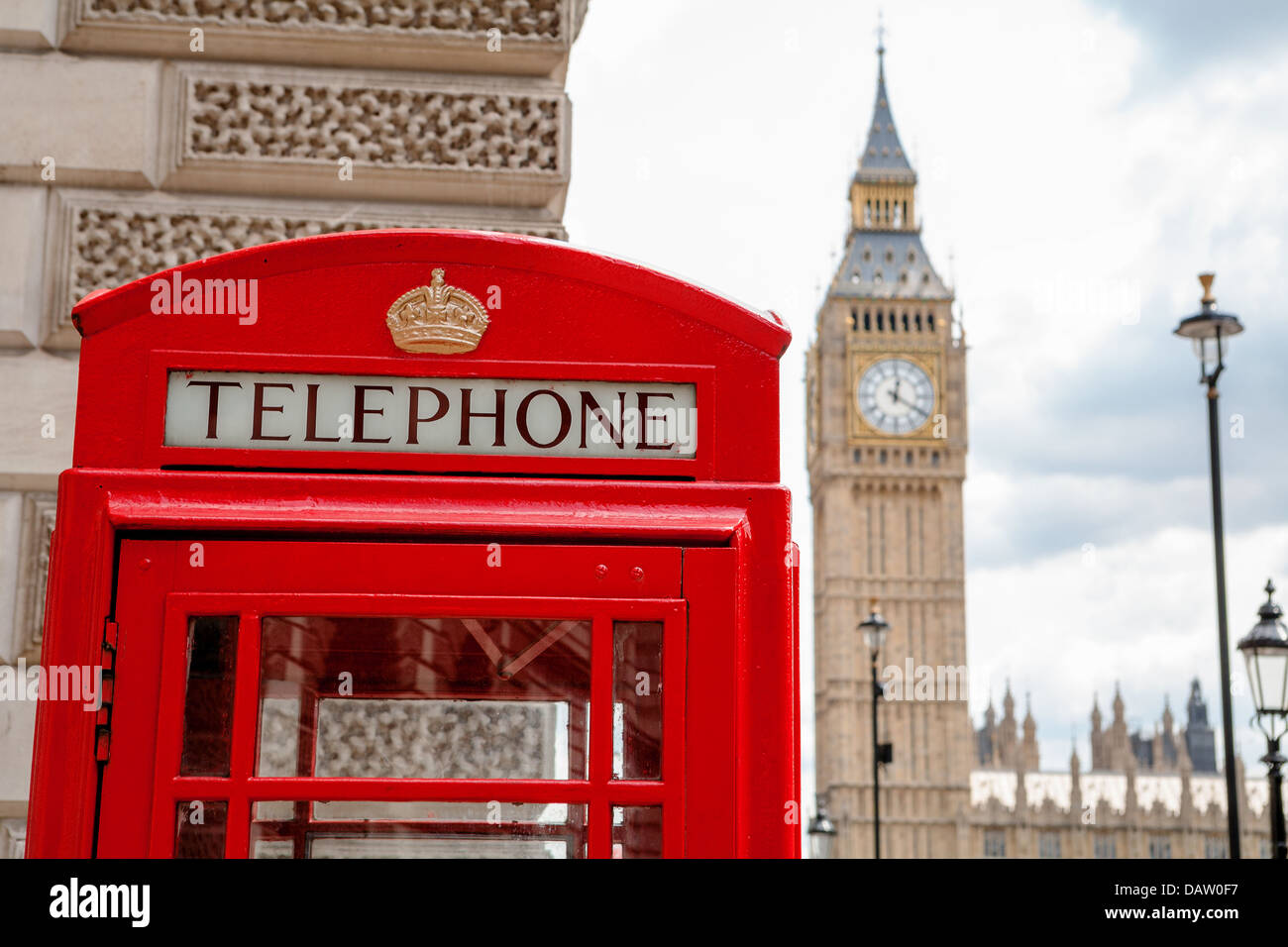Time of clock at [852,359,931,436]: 12:20
